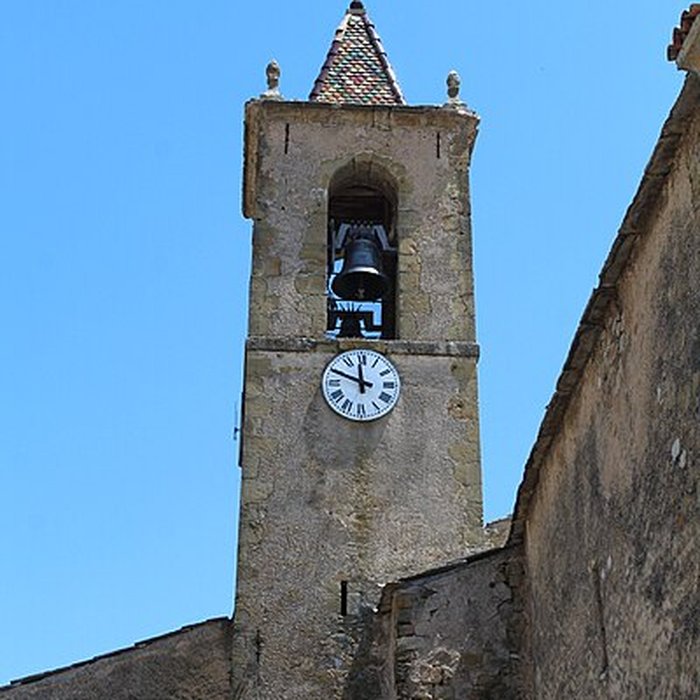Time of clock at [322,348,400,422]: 11:48
